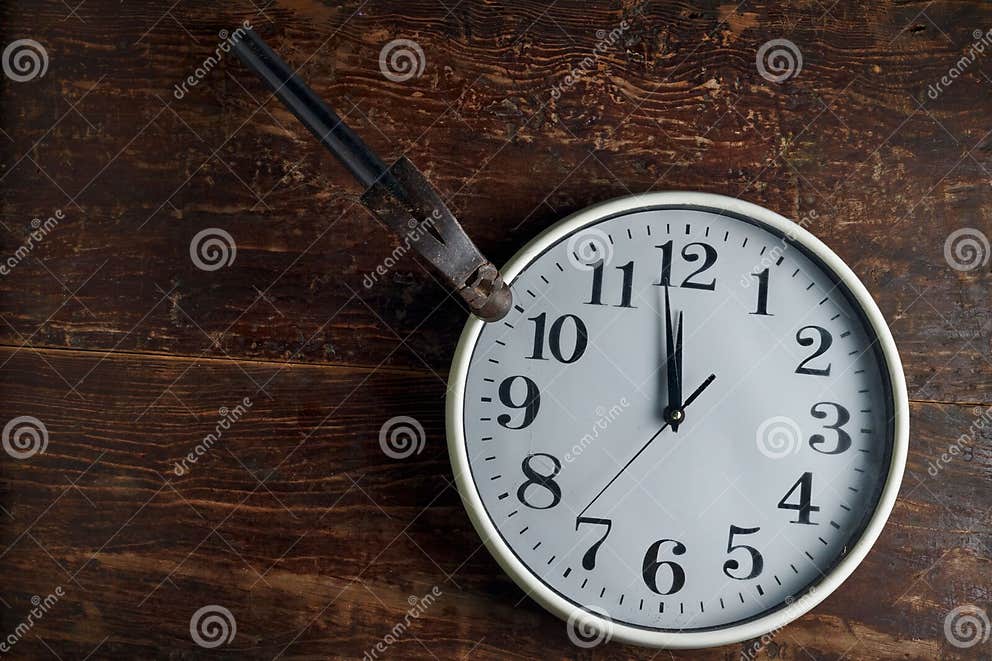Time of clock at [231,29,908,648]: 11:58
